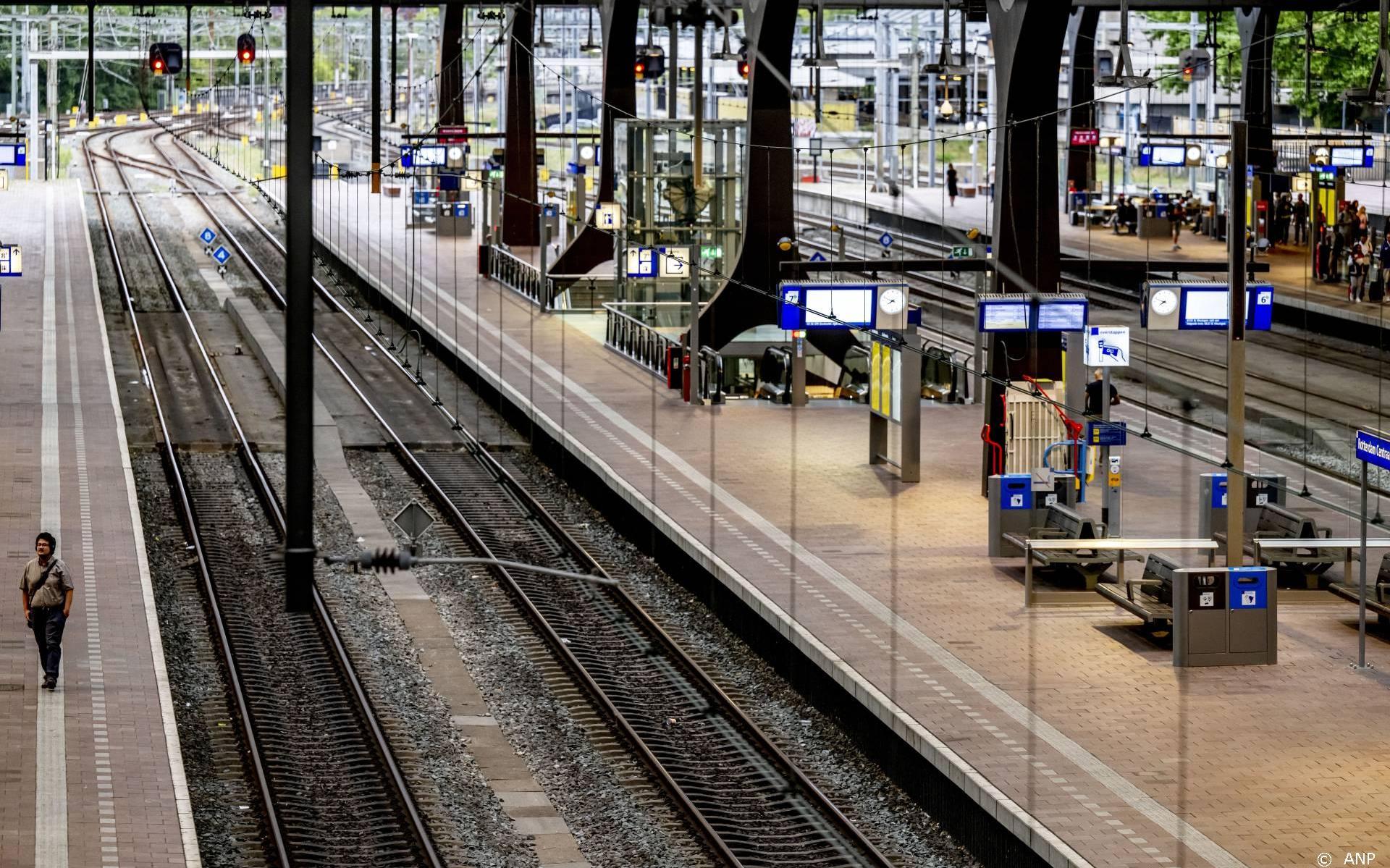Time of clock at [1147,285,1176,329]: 7:48
